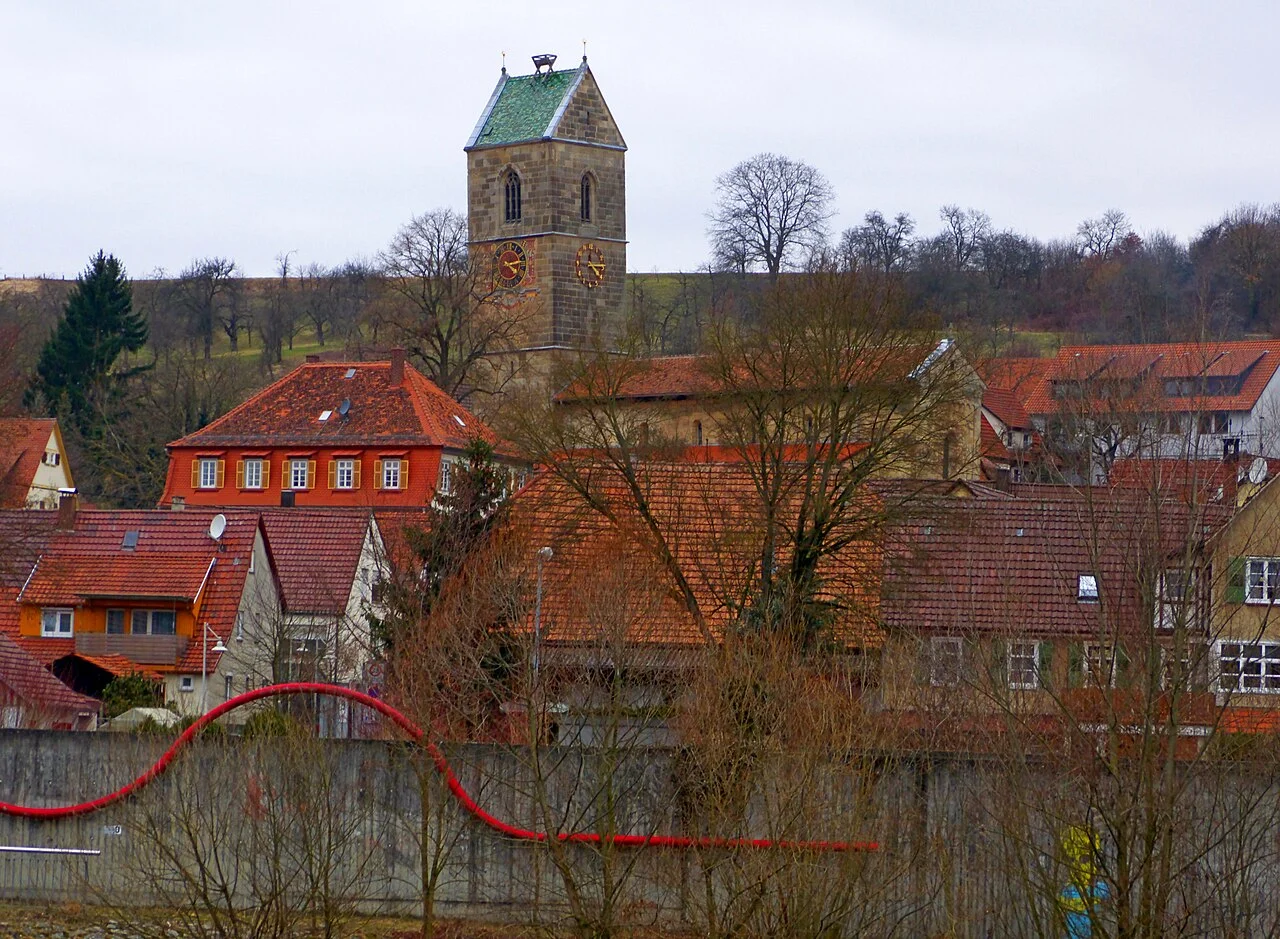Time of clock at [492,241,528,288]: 4:12
